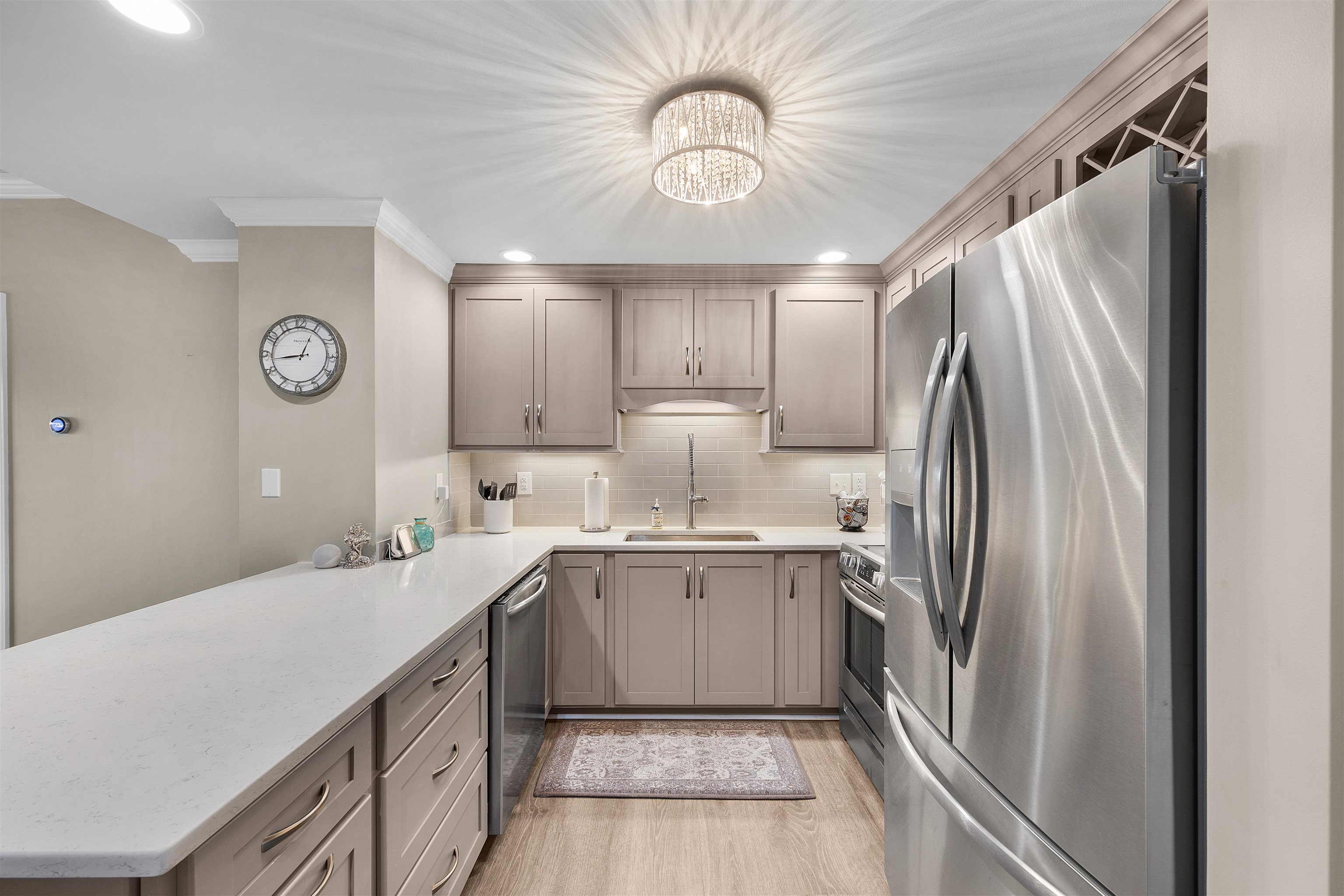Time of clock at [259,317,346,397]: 12:43
